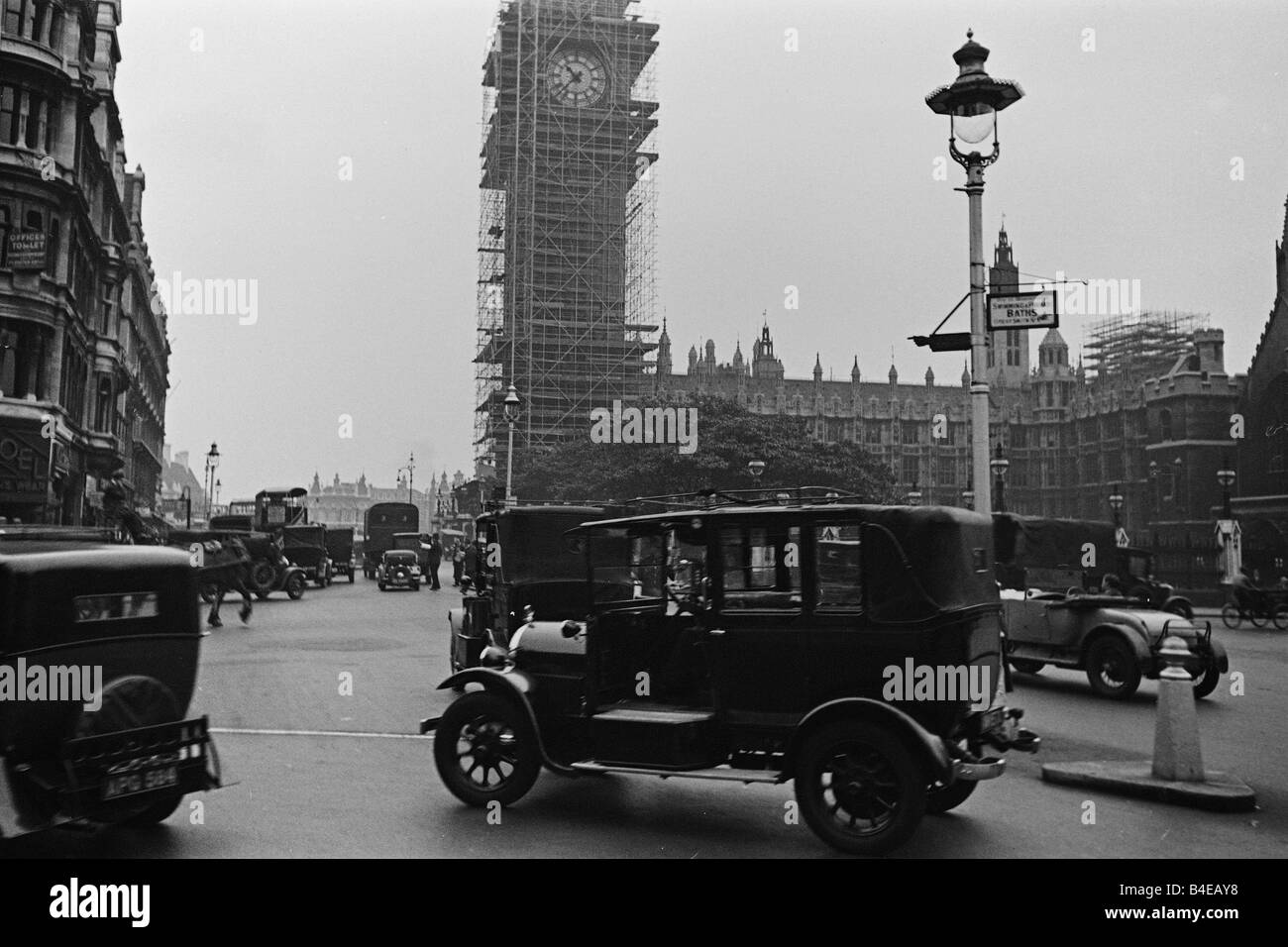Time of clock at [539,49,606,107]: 10:37
